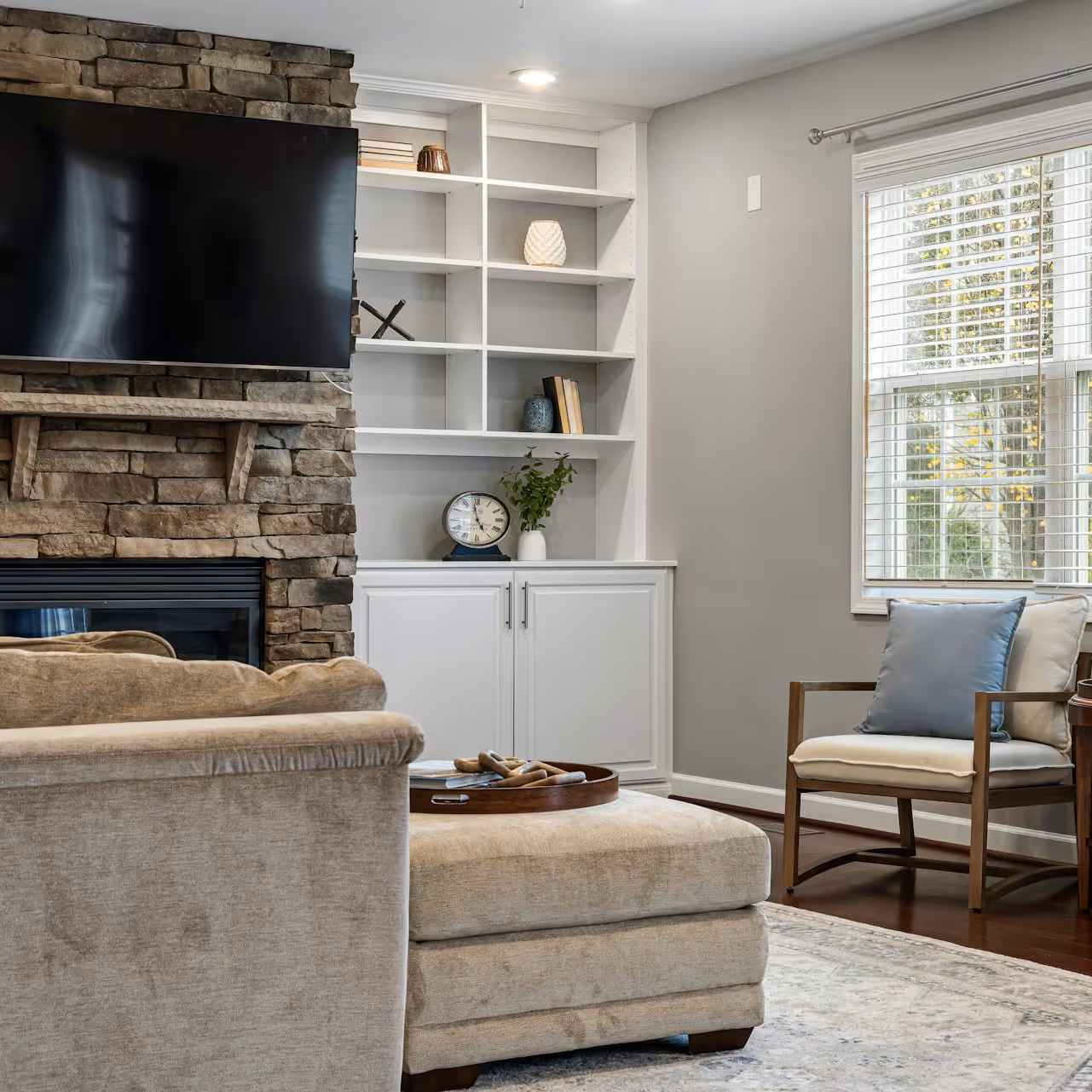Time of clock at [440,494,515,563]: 4:58
